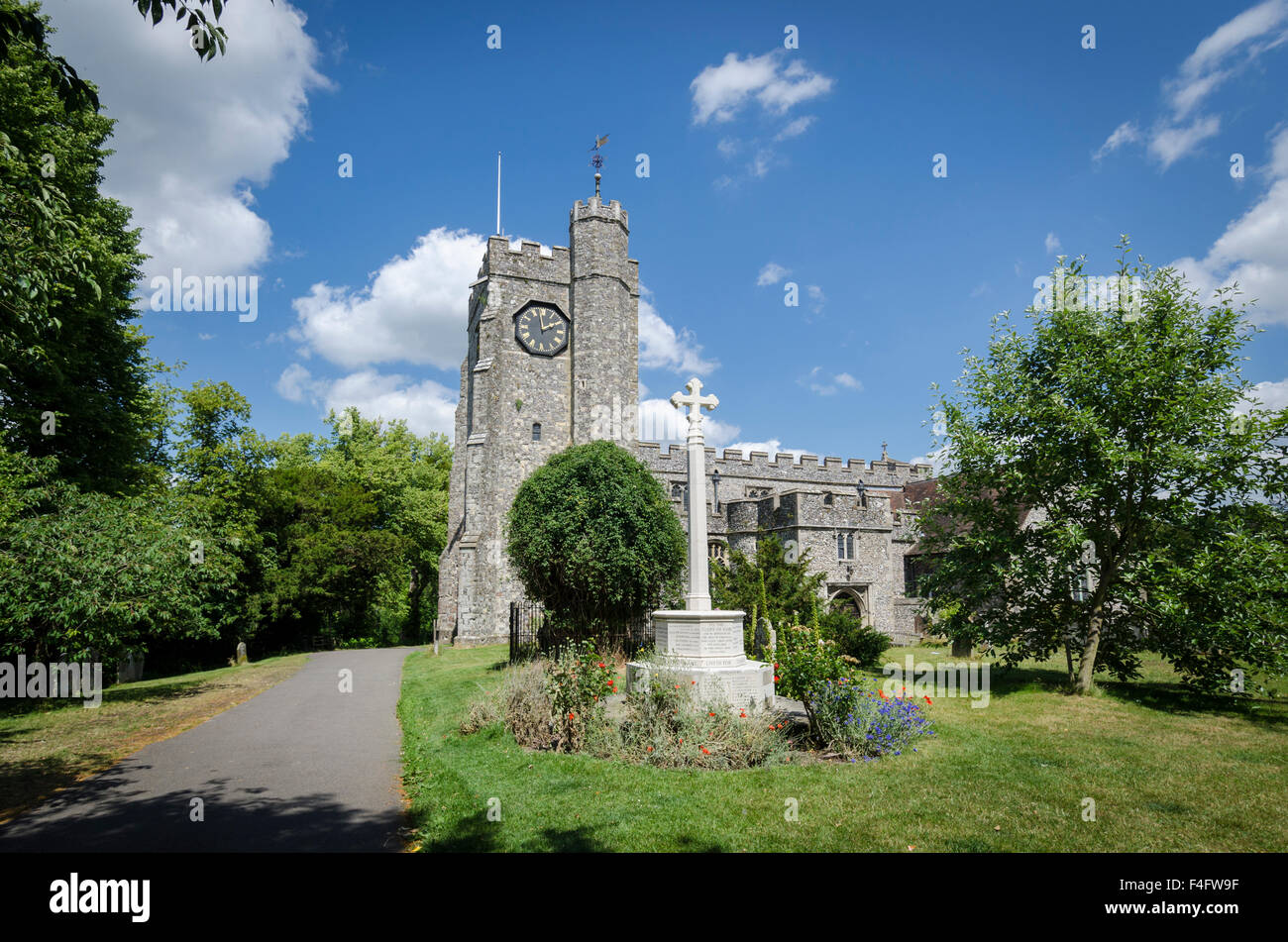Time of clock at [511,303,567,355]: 1:58
